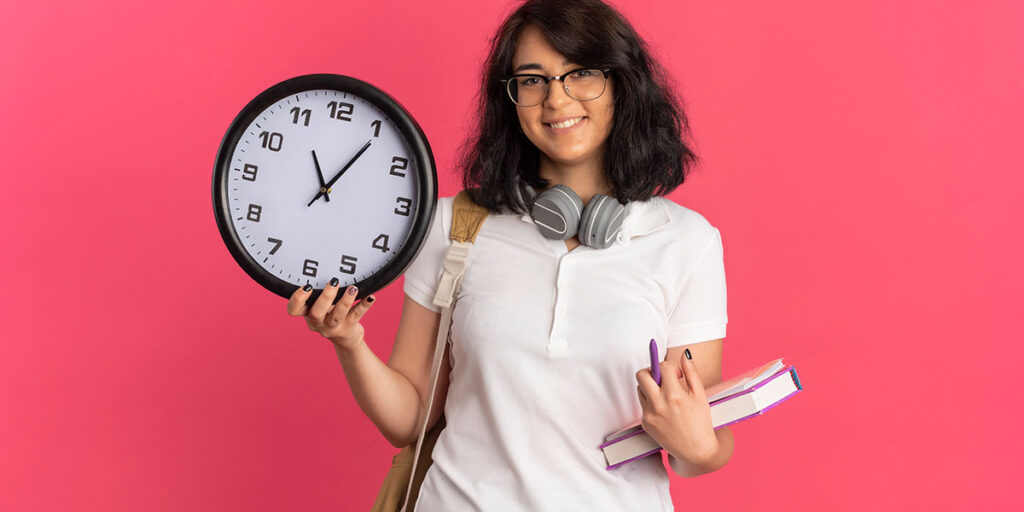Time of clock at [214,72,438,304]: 11:05
